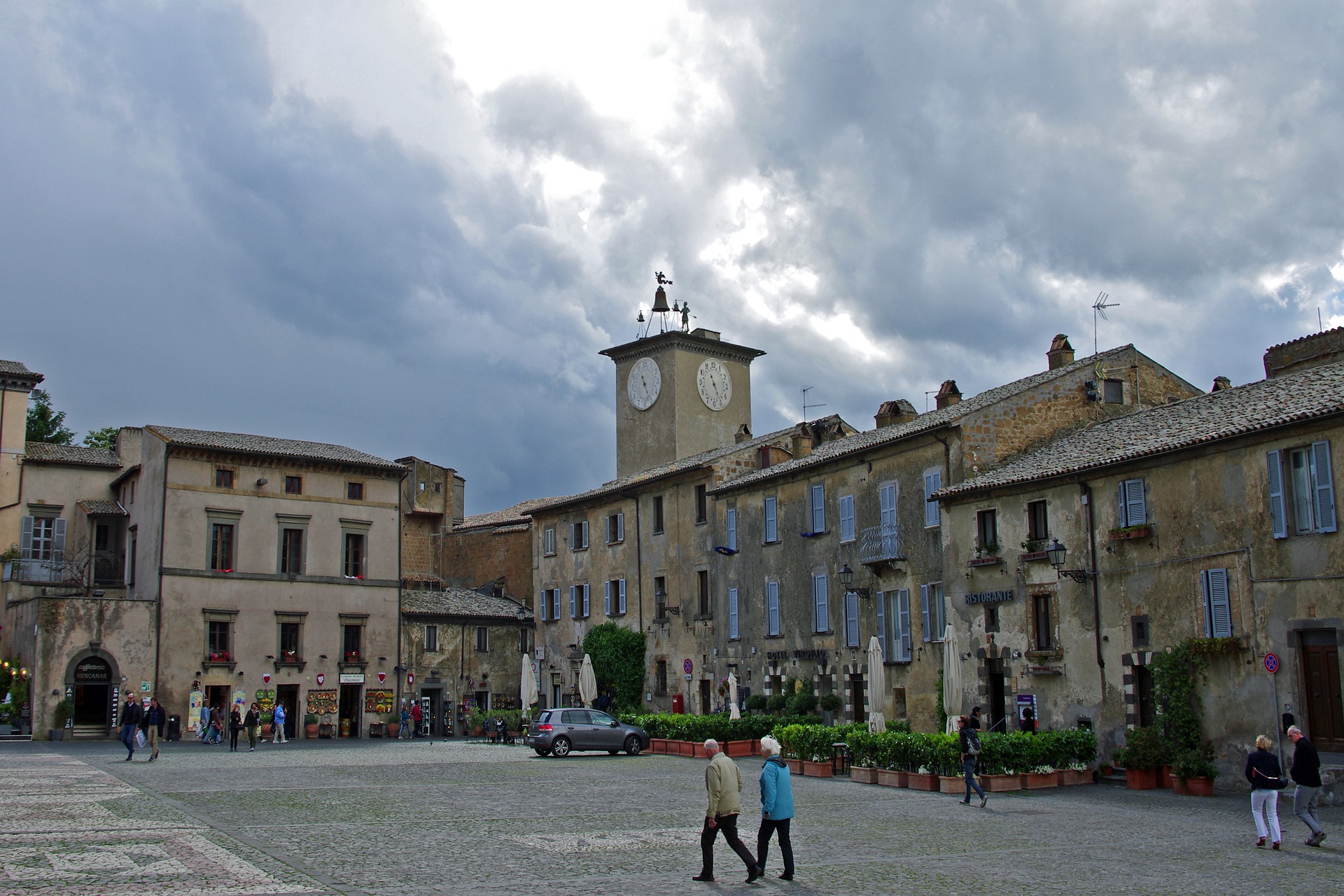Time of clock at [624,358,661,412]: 11:25
